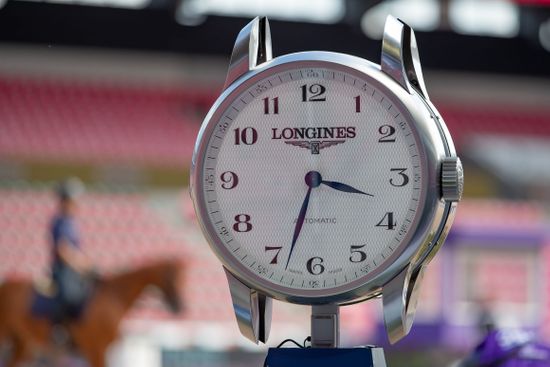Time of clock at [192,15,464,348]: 3:33
